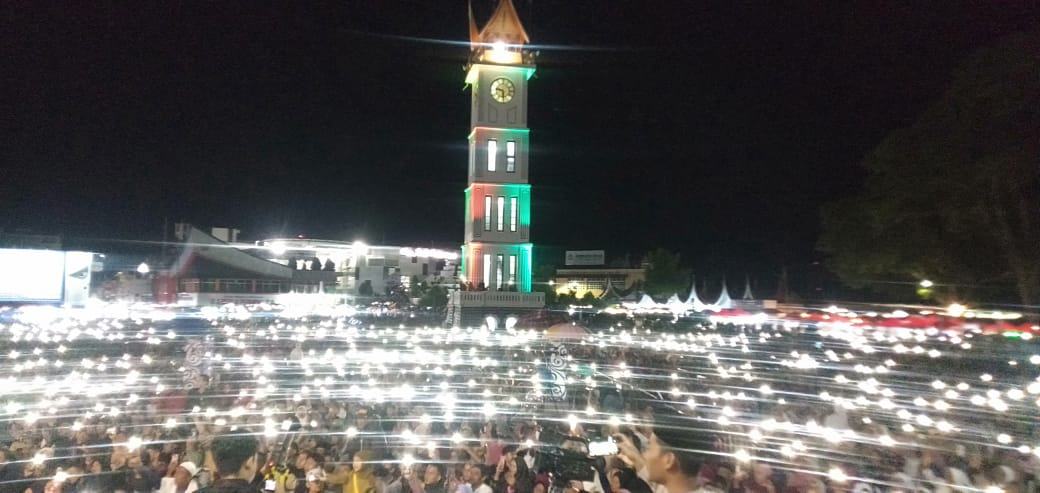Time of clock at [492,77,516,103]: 9:28
